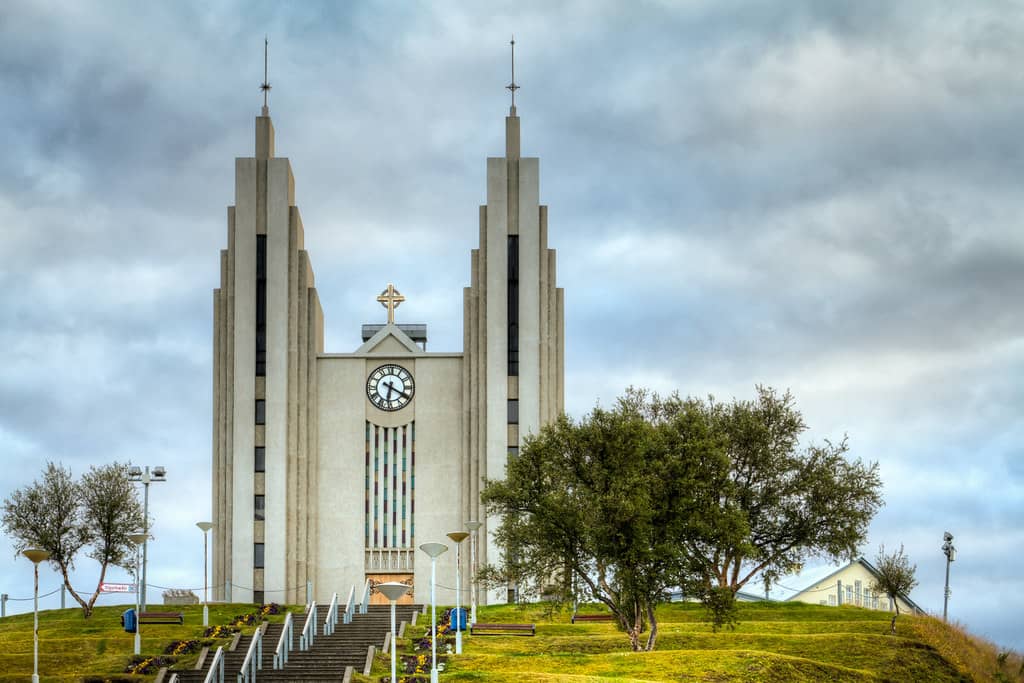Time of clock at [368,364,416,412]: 6:19
